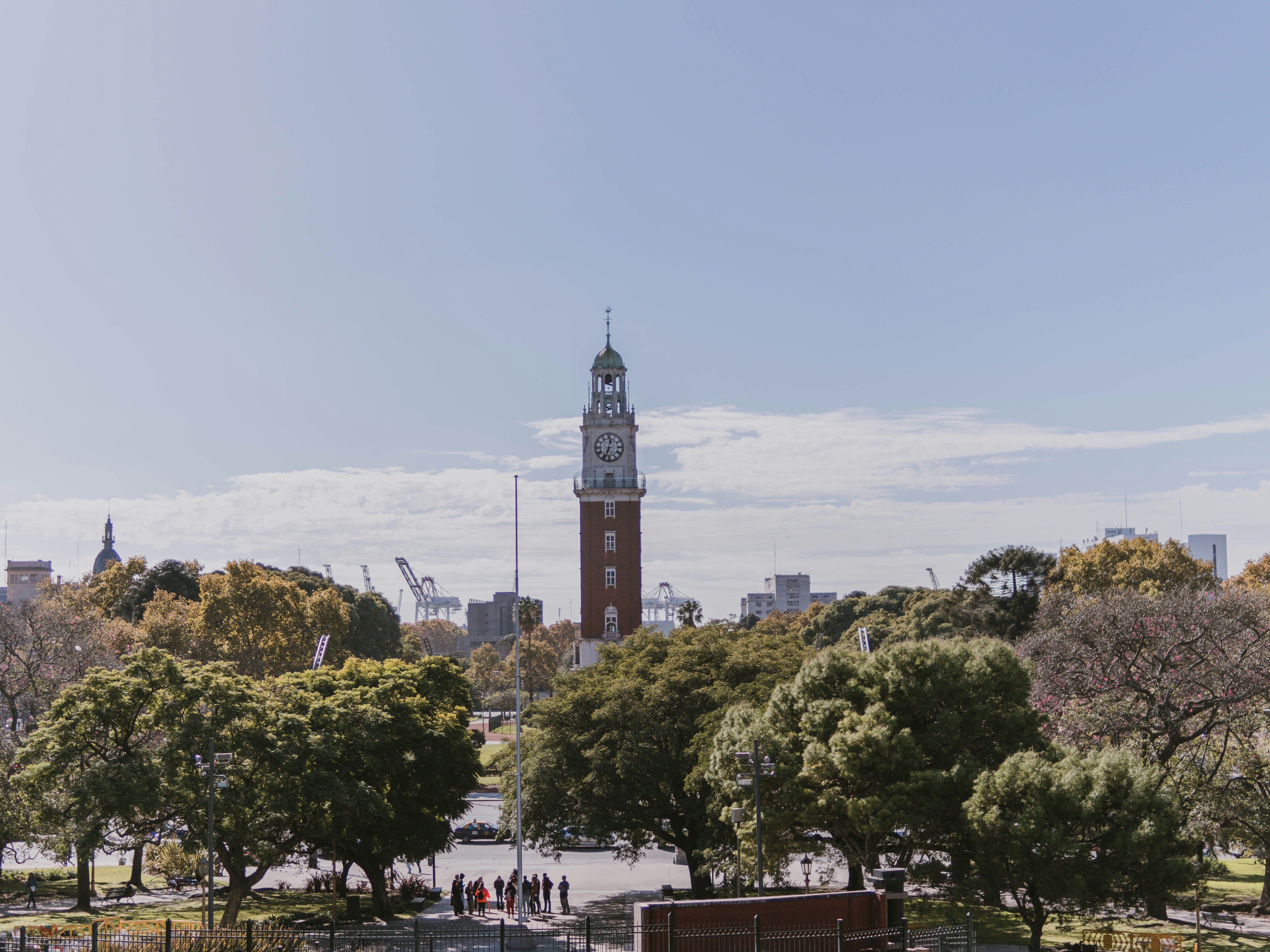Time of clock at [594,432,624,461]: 12:33
